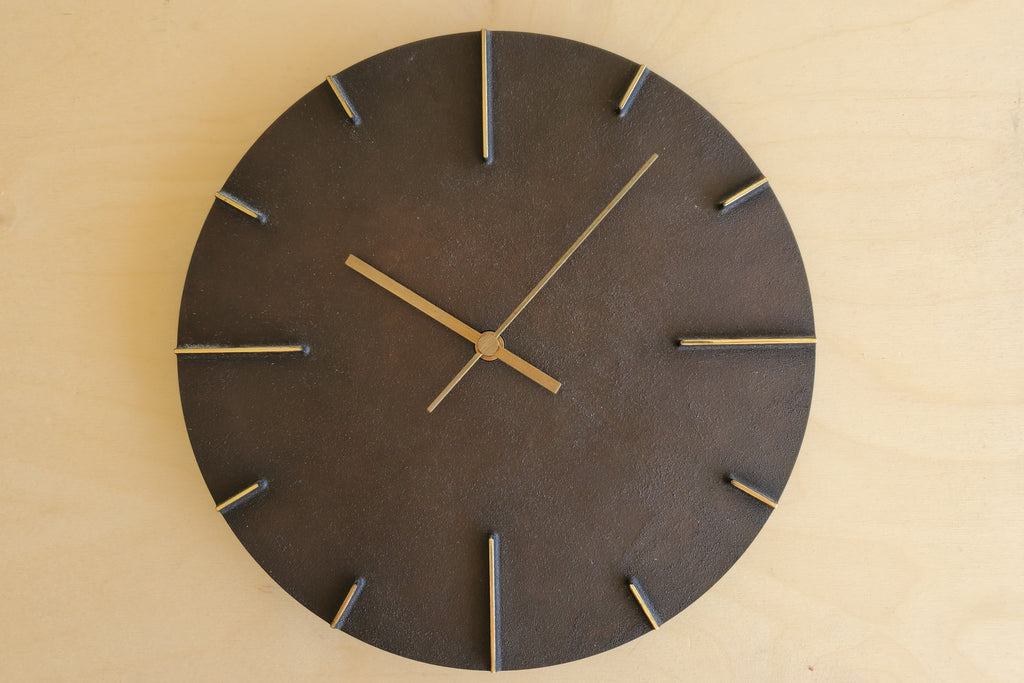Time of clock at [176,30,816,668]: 10:07
